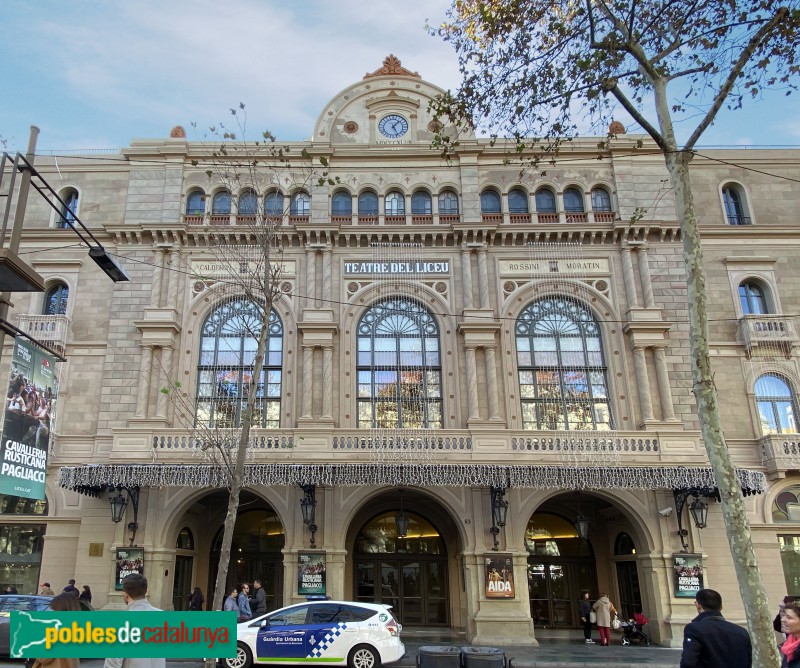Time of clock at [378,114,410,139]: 5:06
